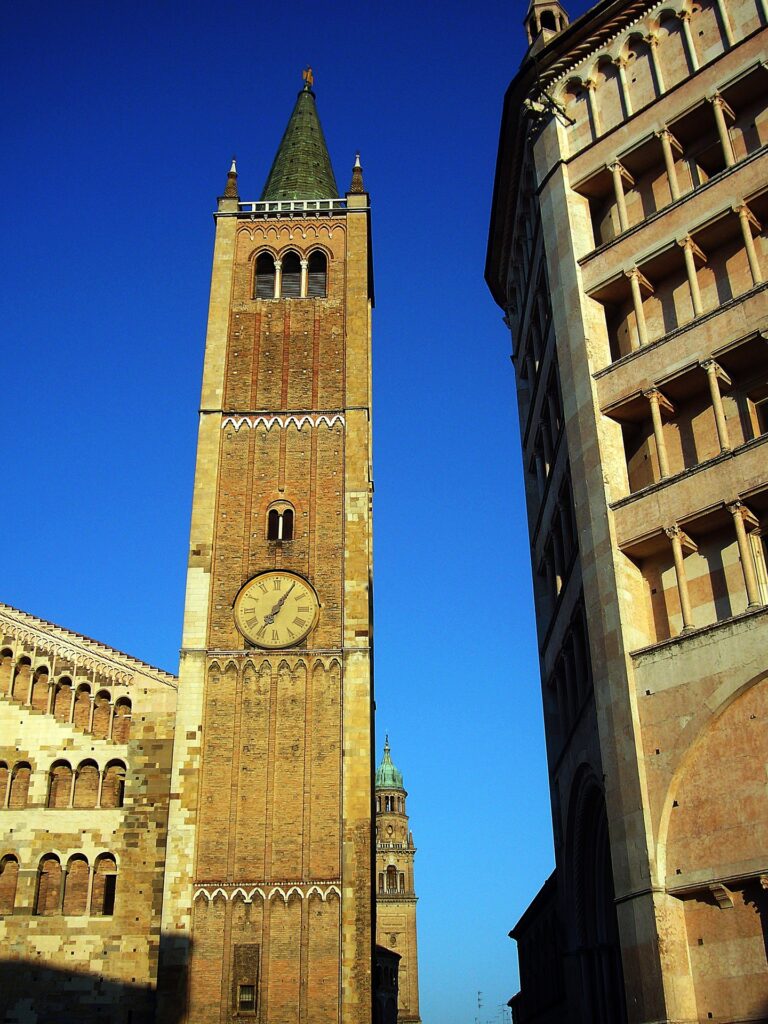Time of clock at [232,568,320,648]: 7:05
